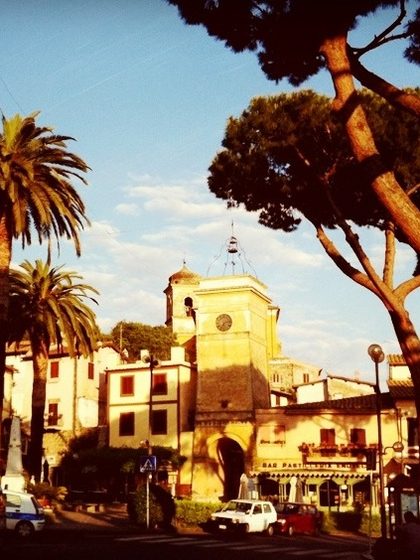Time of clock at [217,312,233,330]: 7:12
